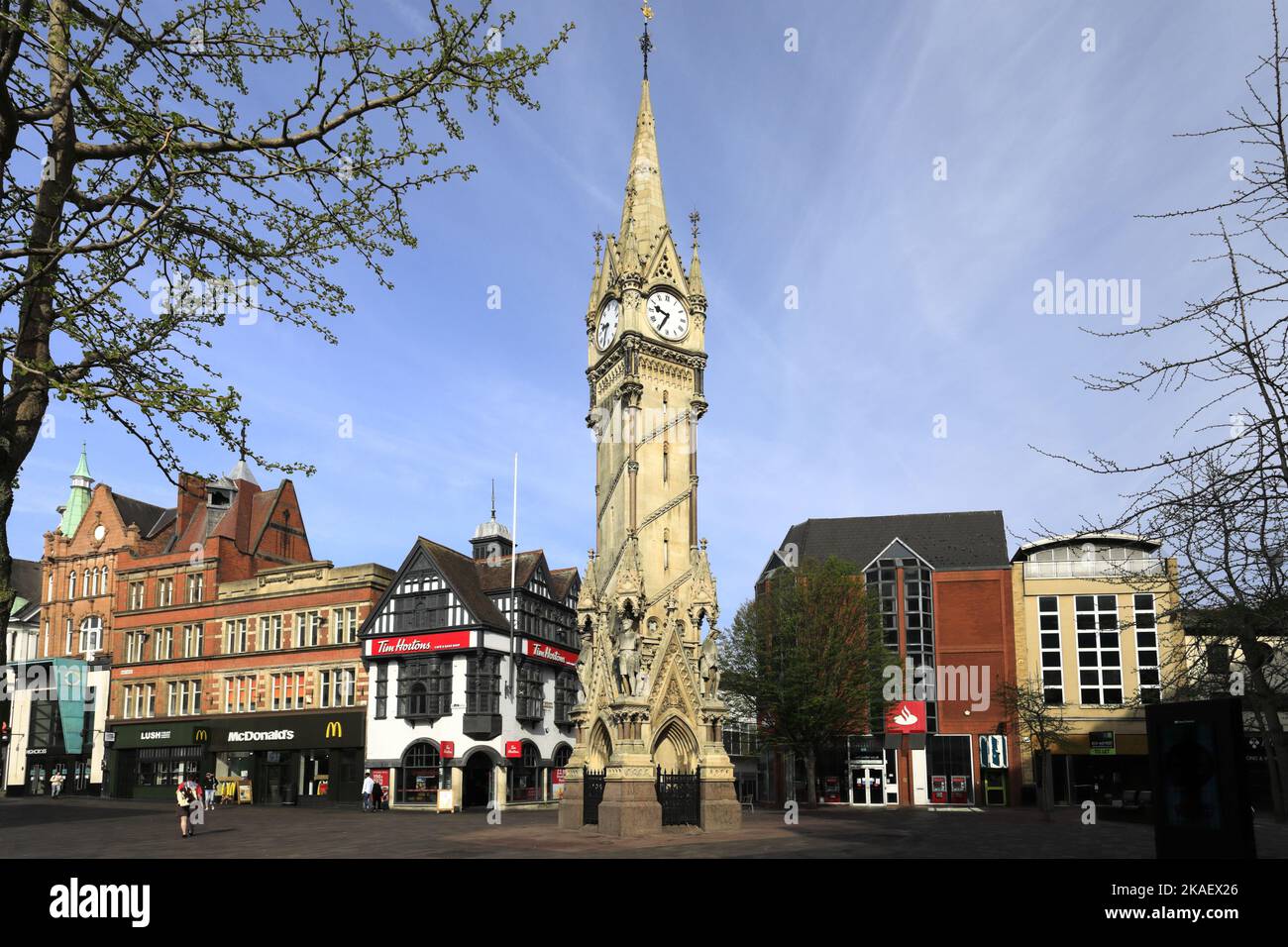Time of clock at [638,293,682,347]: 9:34
